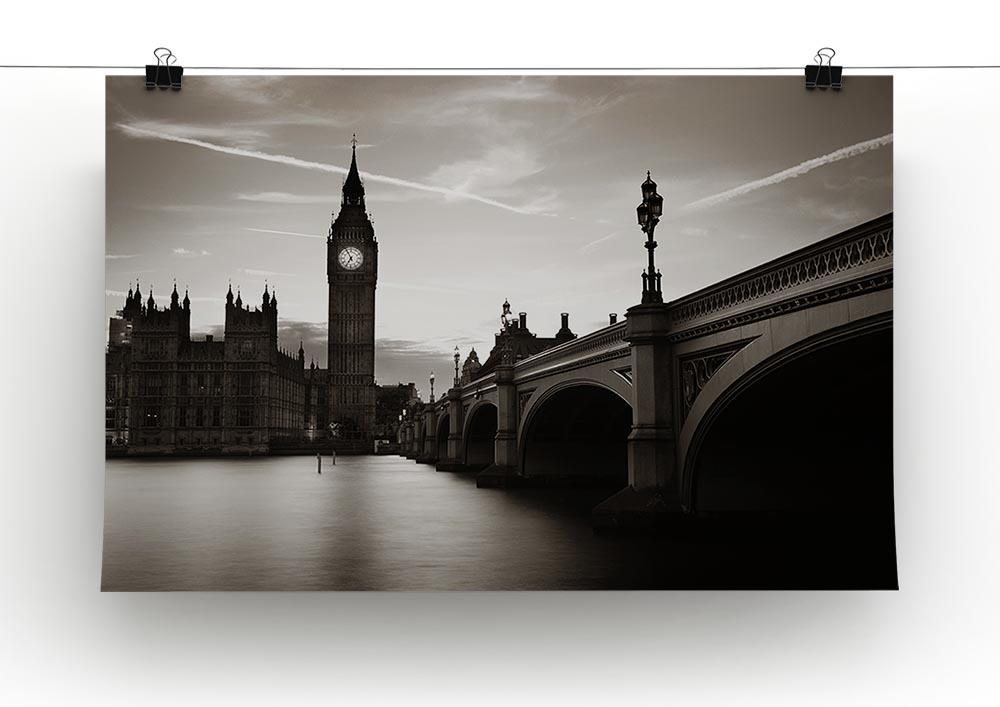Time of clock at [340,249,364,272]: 6:55
